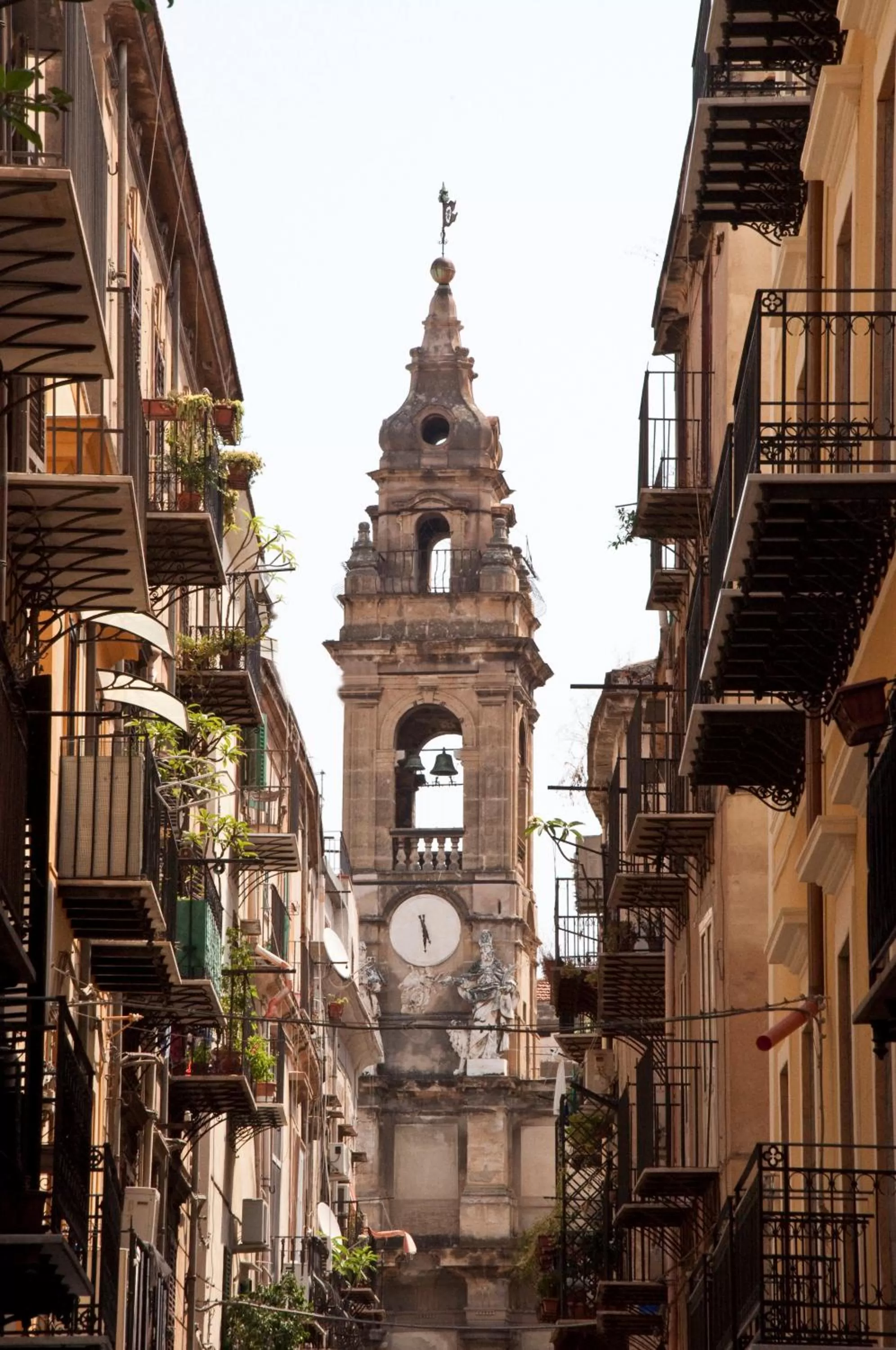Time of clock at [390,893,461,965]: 5:29
